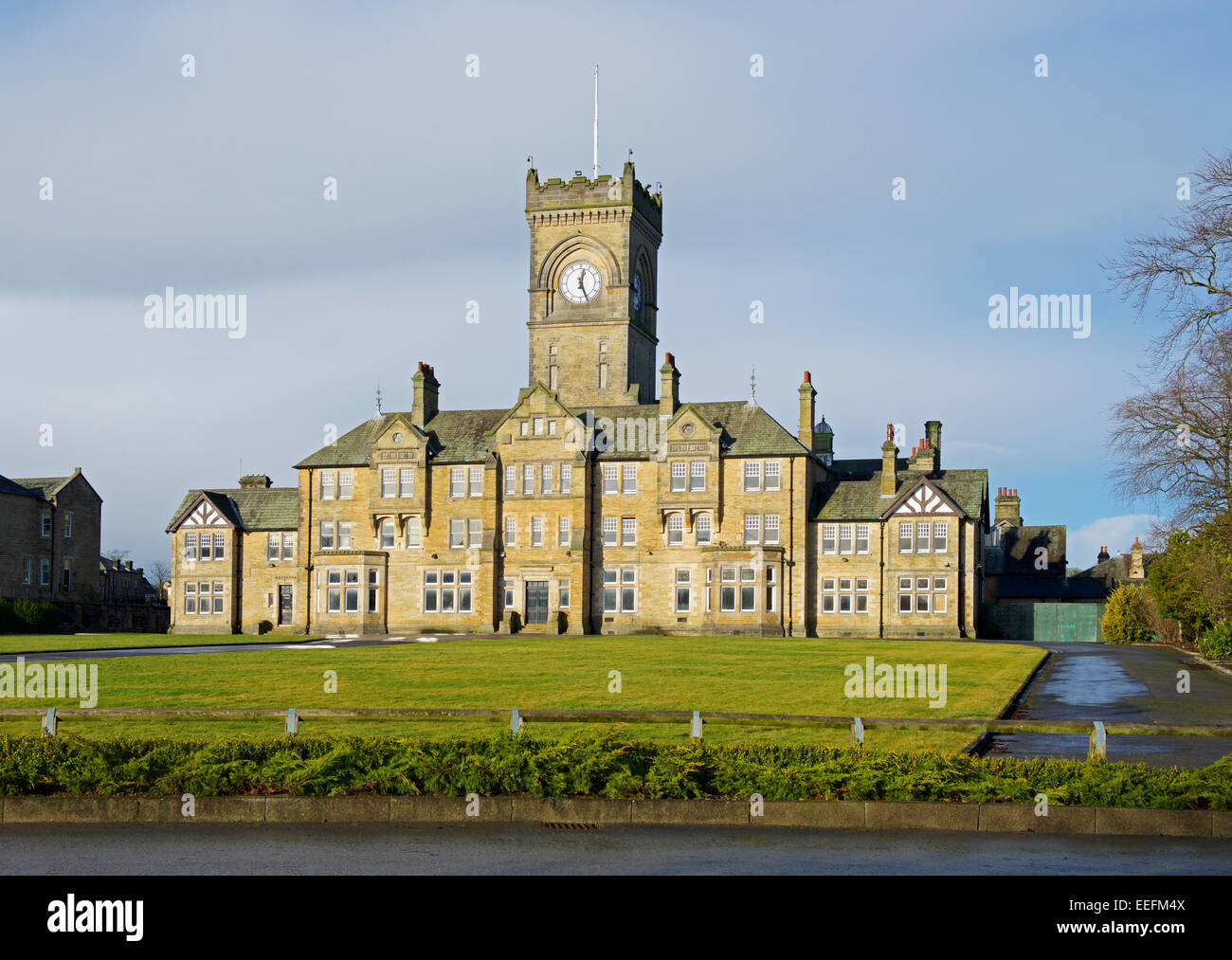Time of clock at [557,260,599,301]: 12:26
